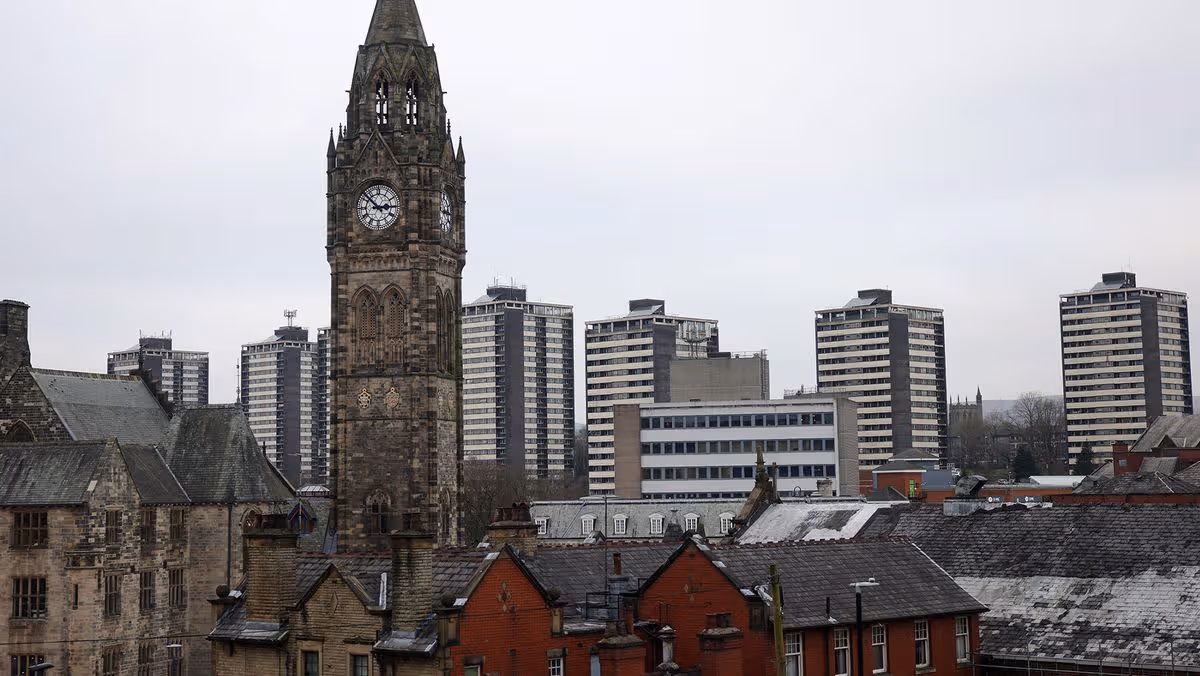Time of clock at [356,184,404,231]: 2:52
